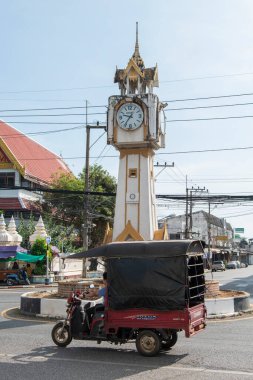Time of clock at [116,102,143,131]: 9:36
